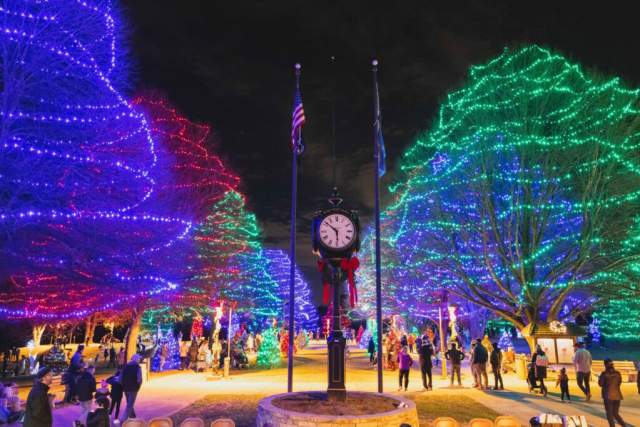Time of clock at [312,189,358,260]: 5:51
